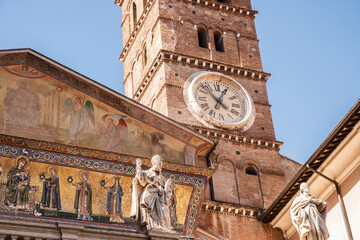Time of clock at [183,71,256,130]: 12:52
